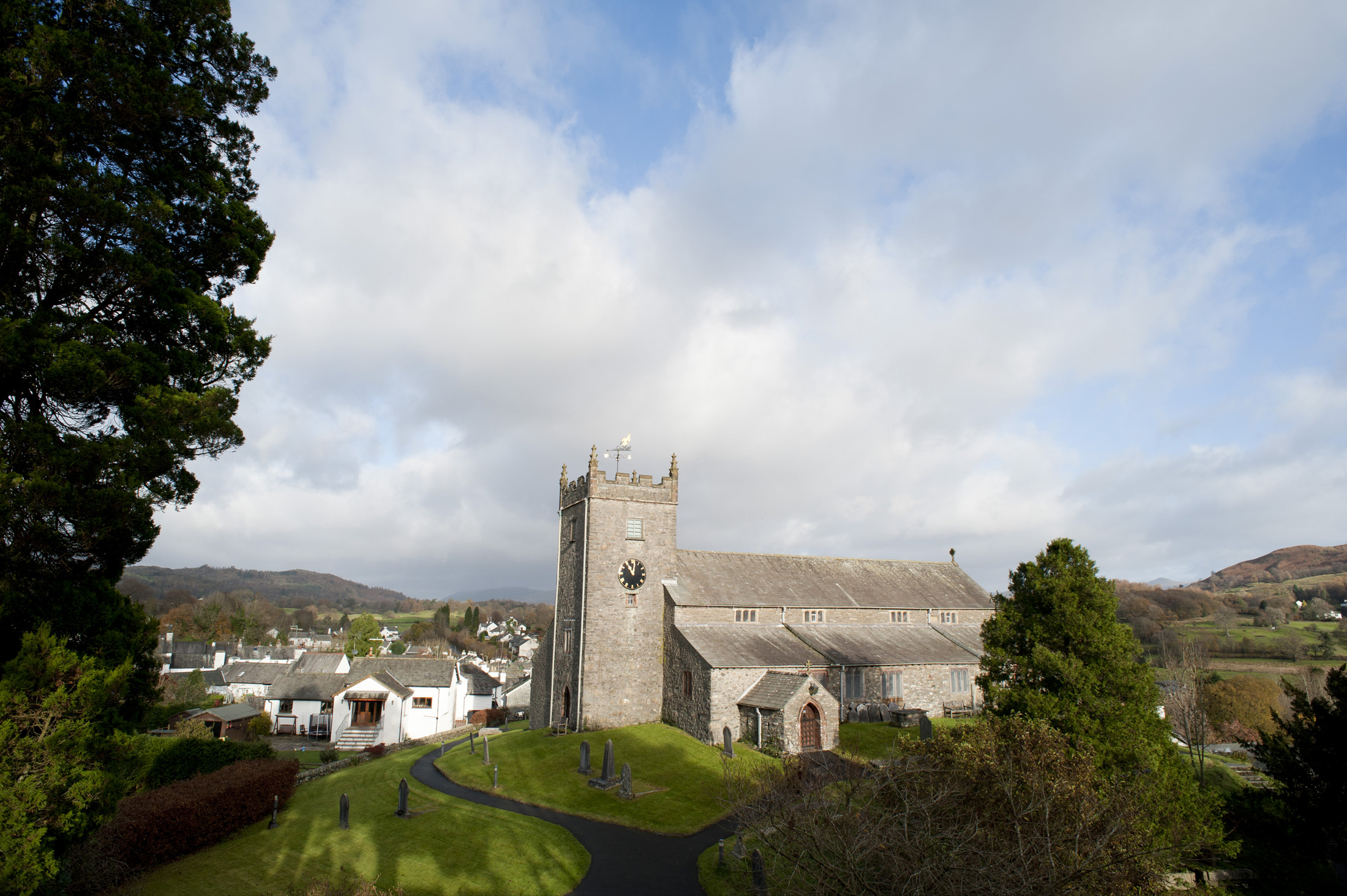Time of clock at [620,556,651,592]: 11:01
